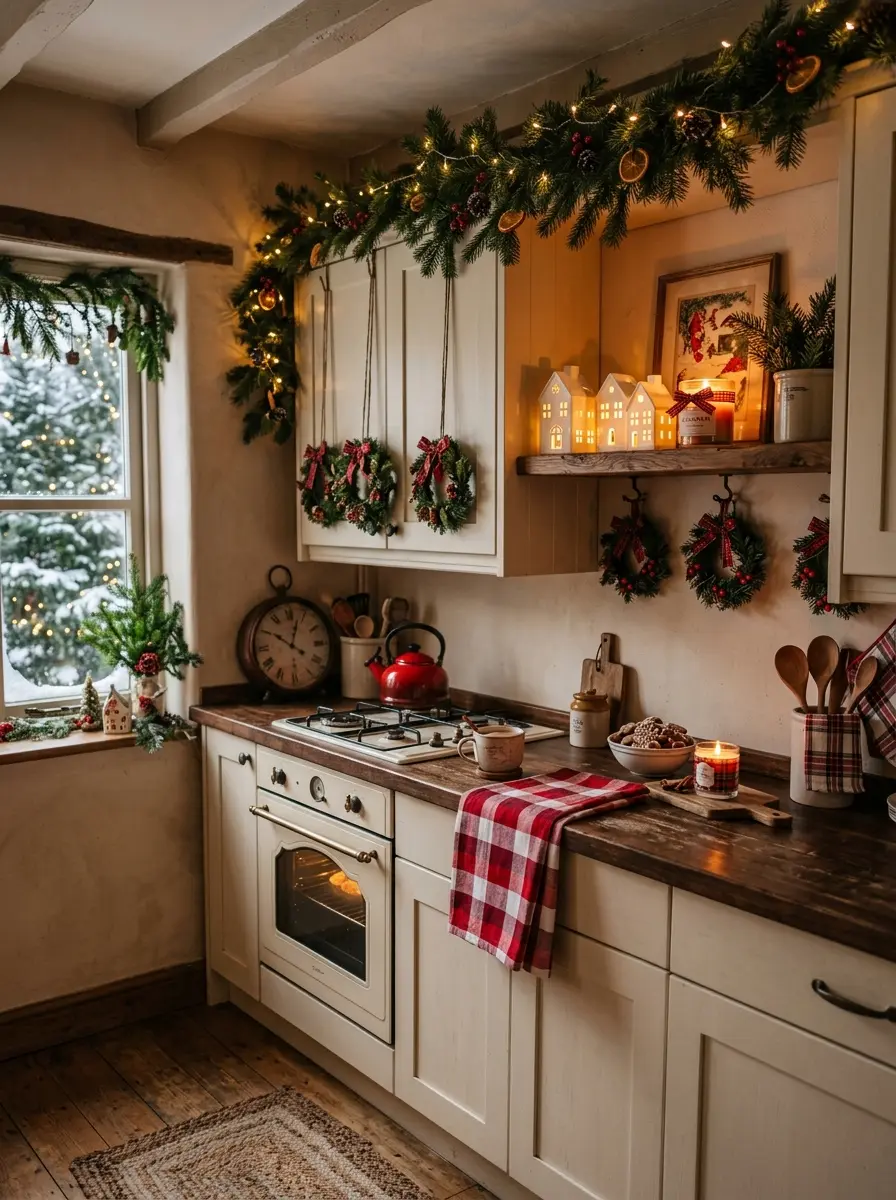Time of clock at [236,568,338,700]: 10:03
